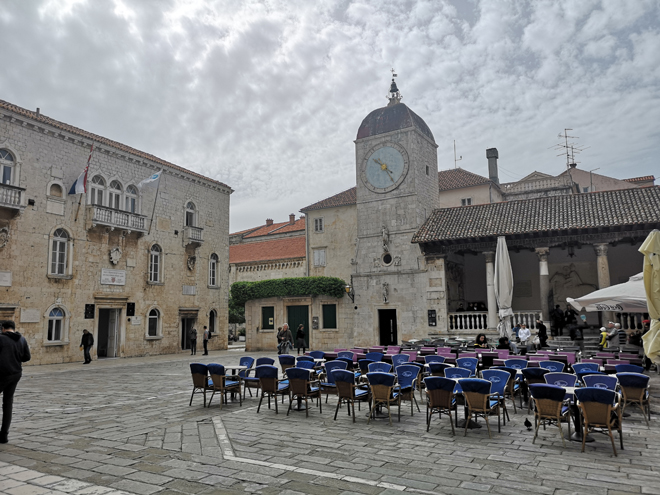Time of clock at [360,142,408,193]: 10:24
